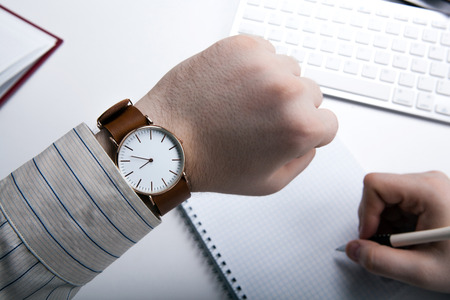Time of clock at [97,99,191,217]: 7:46
